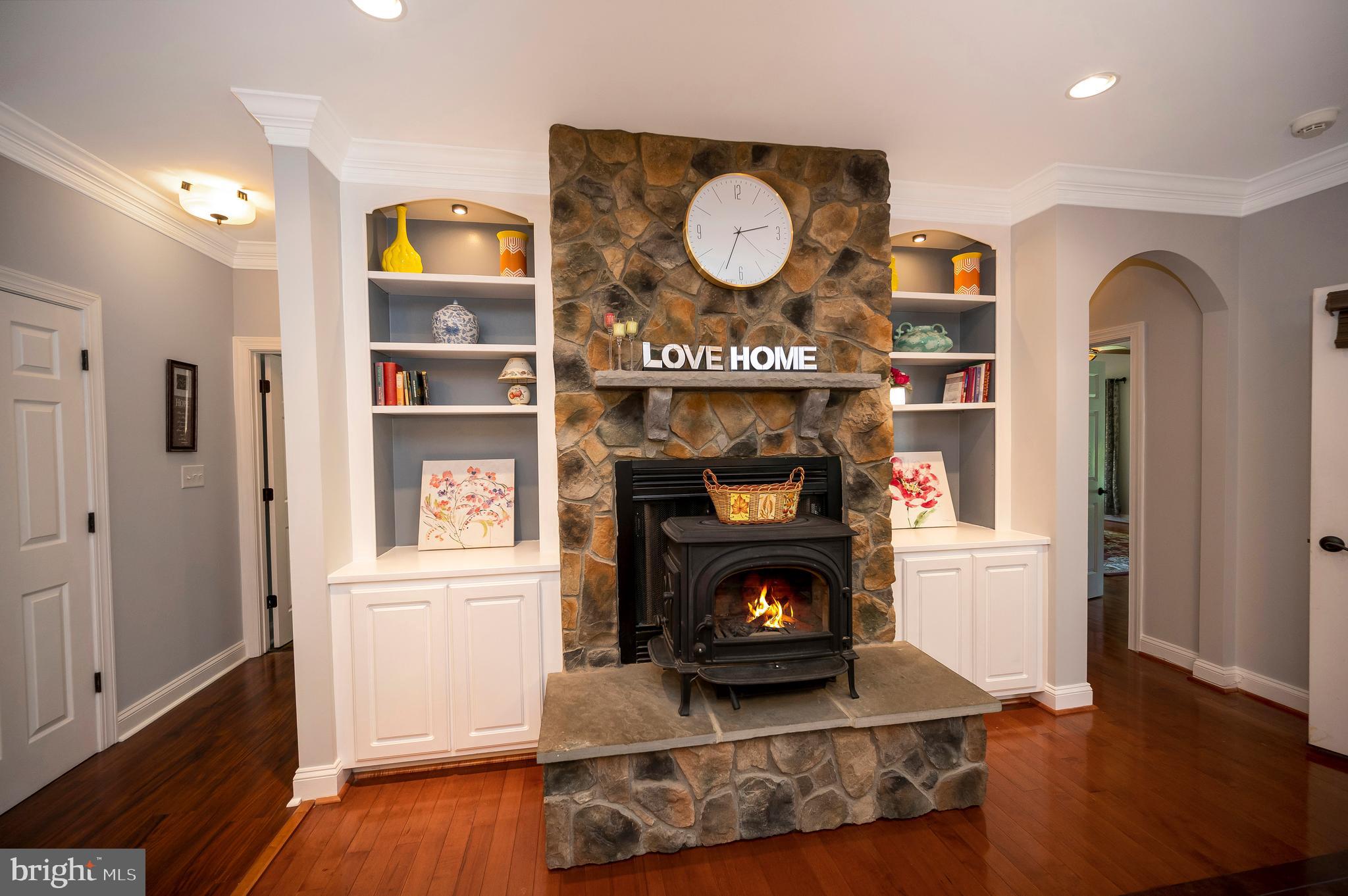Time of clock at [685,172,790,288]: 2:33
